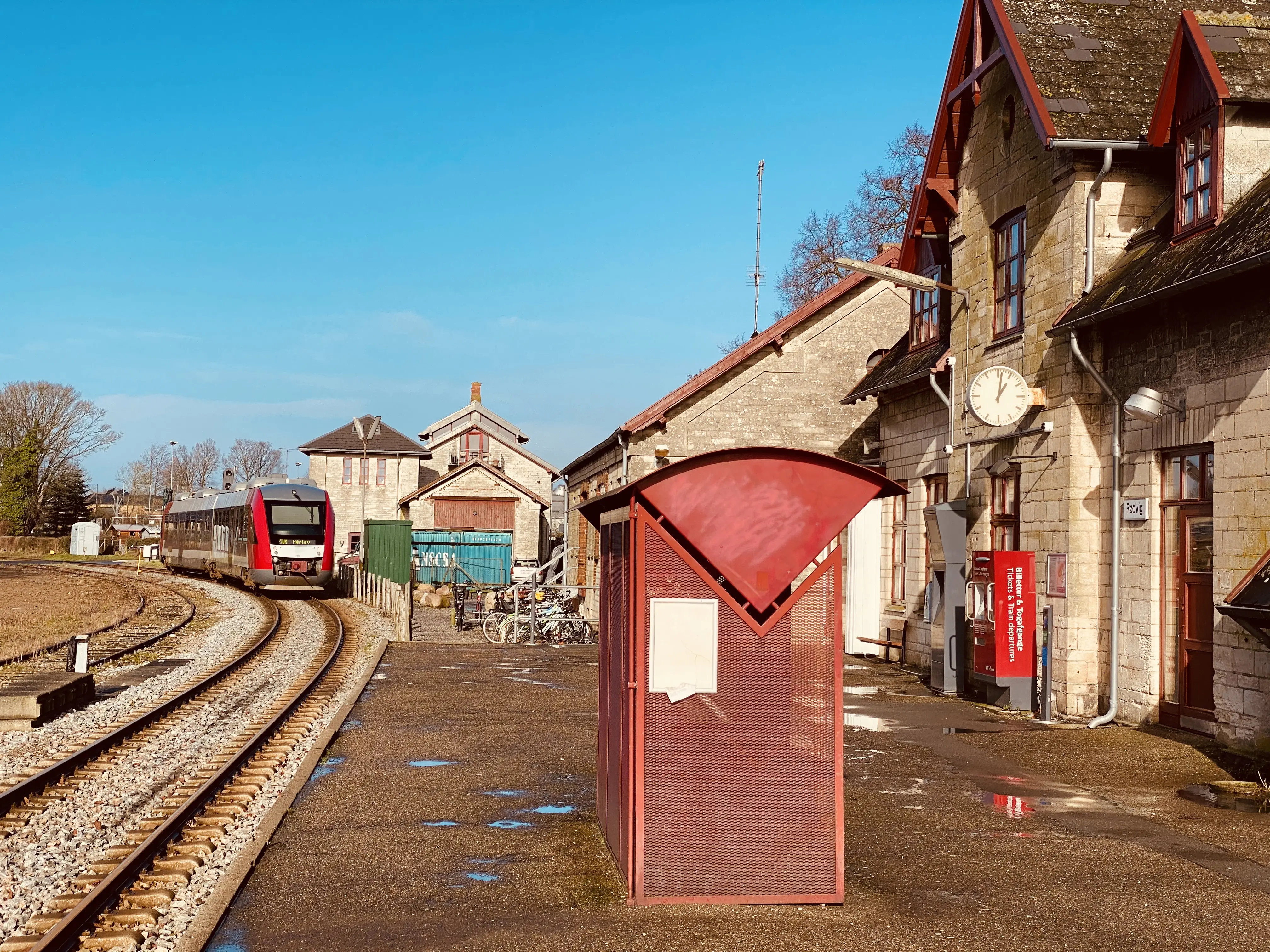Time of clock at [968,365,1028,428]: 1:01
